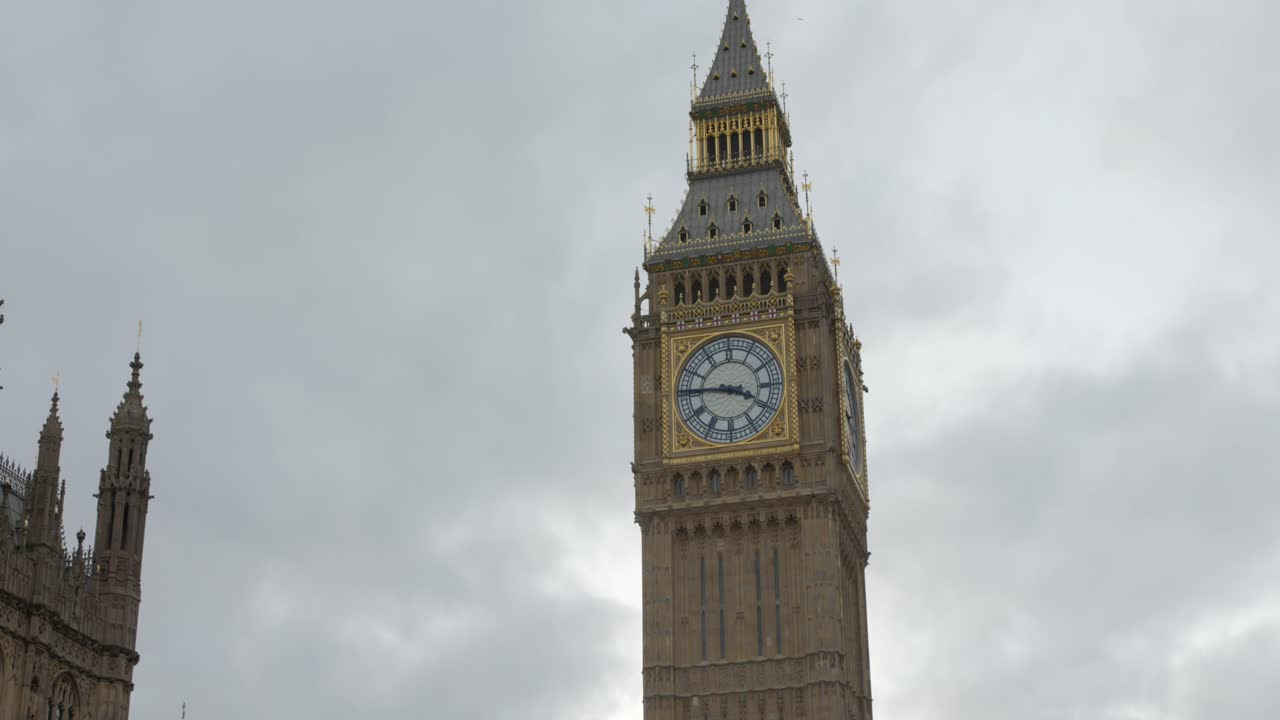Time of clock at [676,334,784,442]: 3:45
